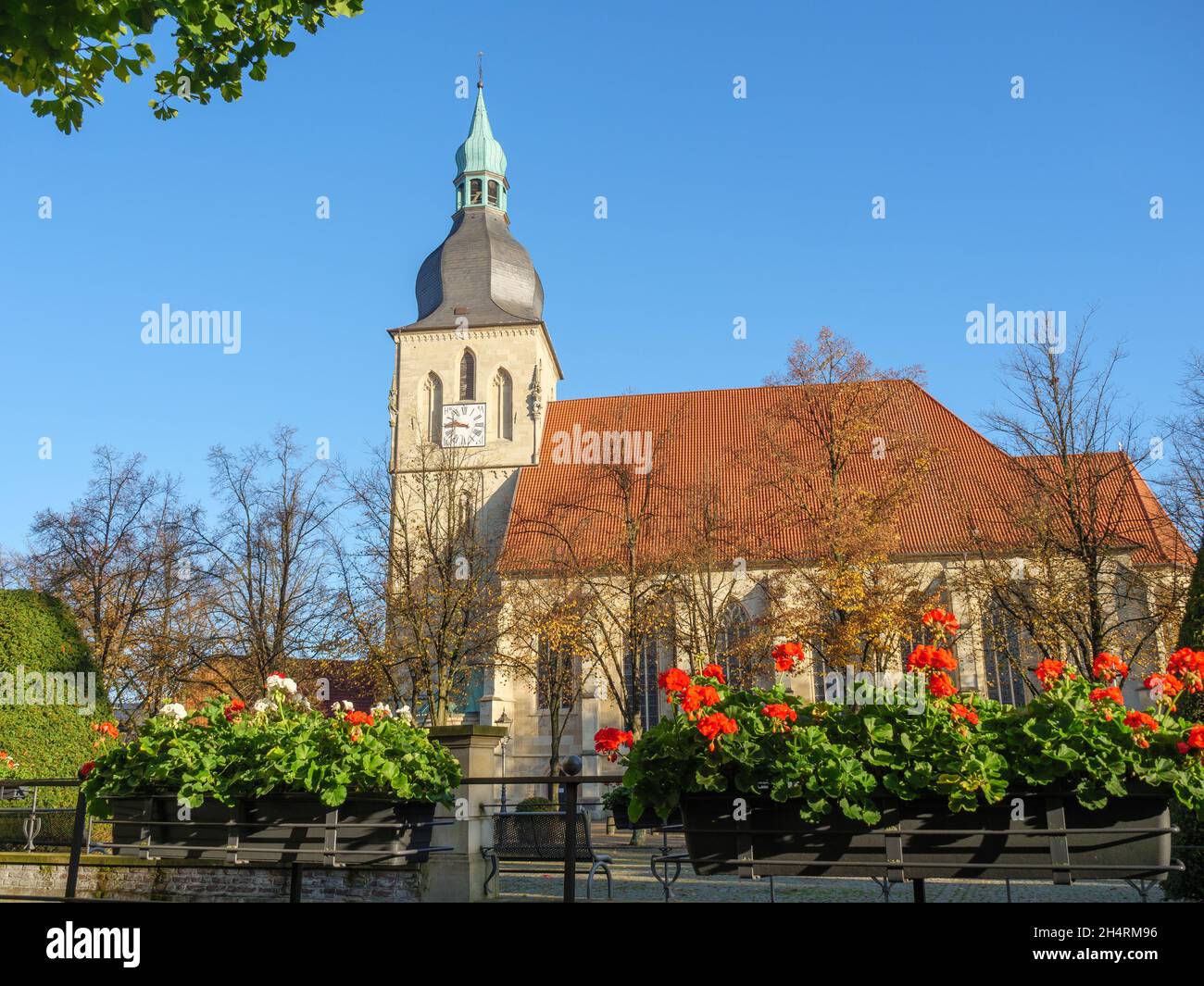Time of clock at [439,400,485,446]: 9:45
